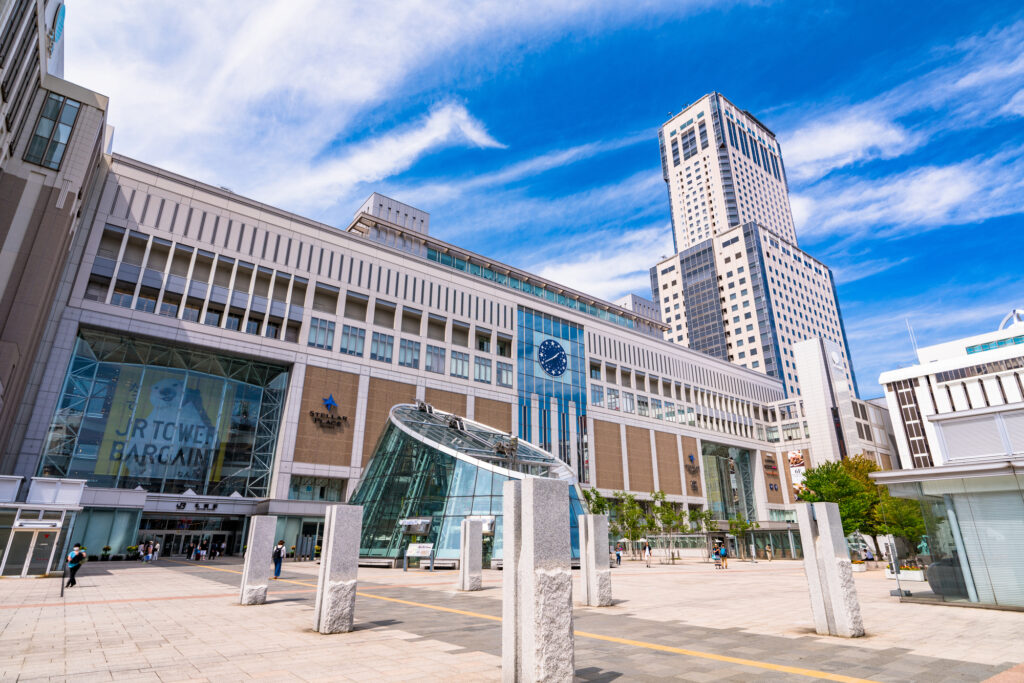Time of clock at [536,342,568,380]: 1:40
